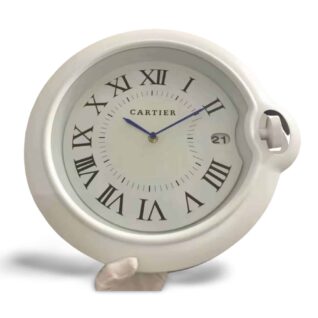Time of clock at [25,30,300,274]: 10:09
